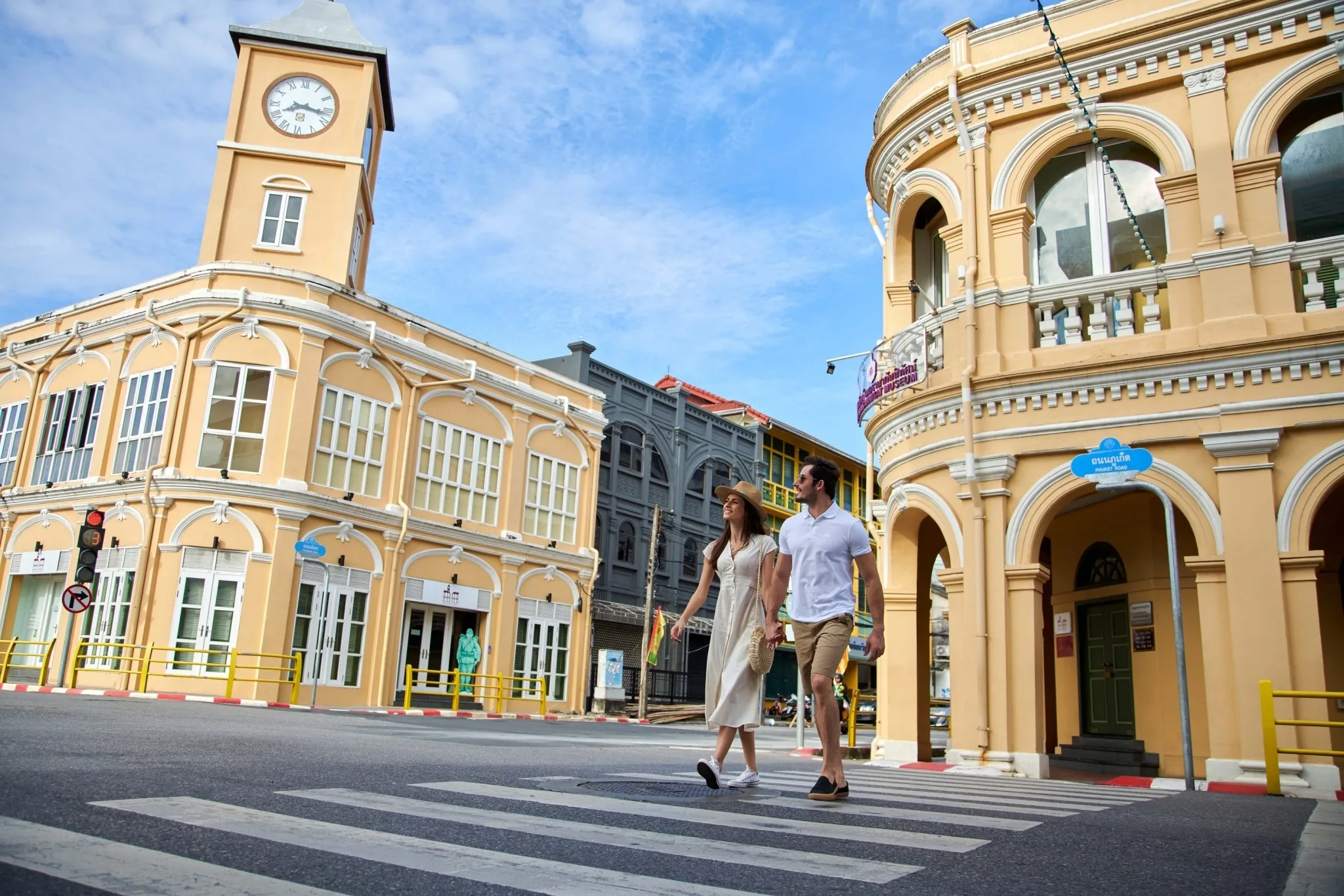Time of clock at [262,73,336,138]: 8:16
